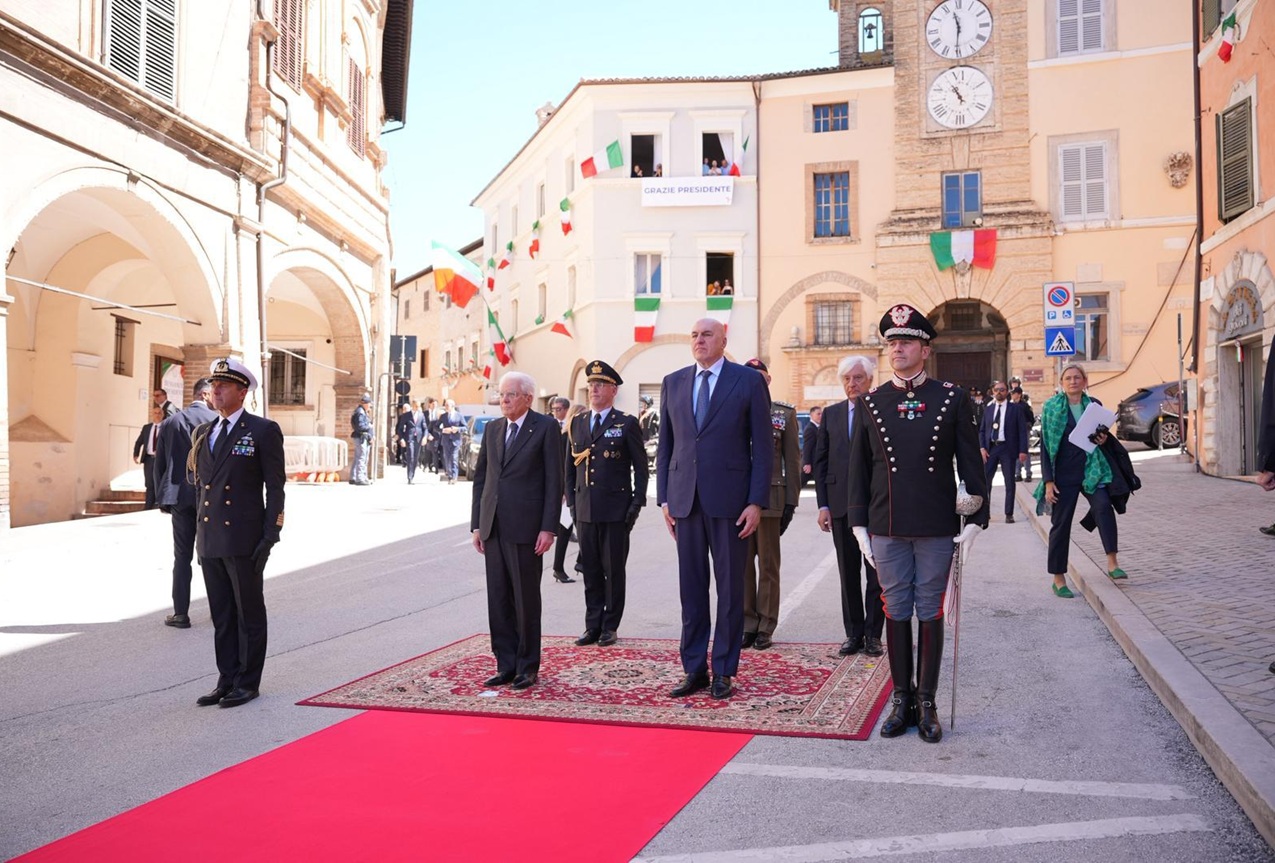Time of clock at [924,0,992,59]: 11:30
